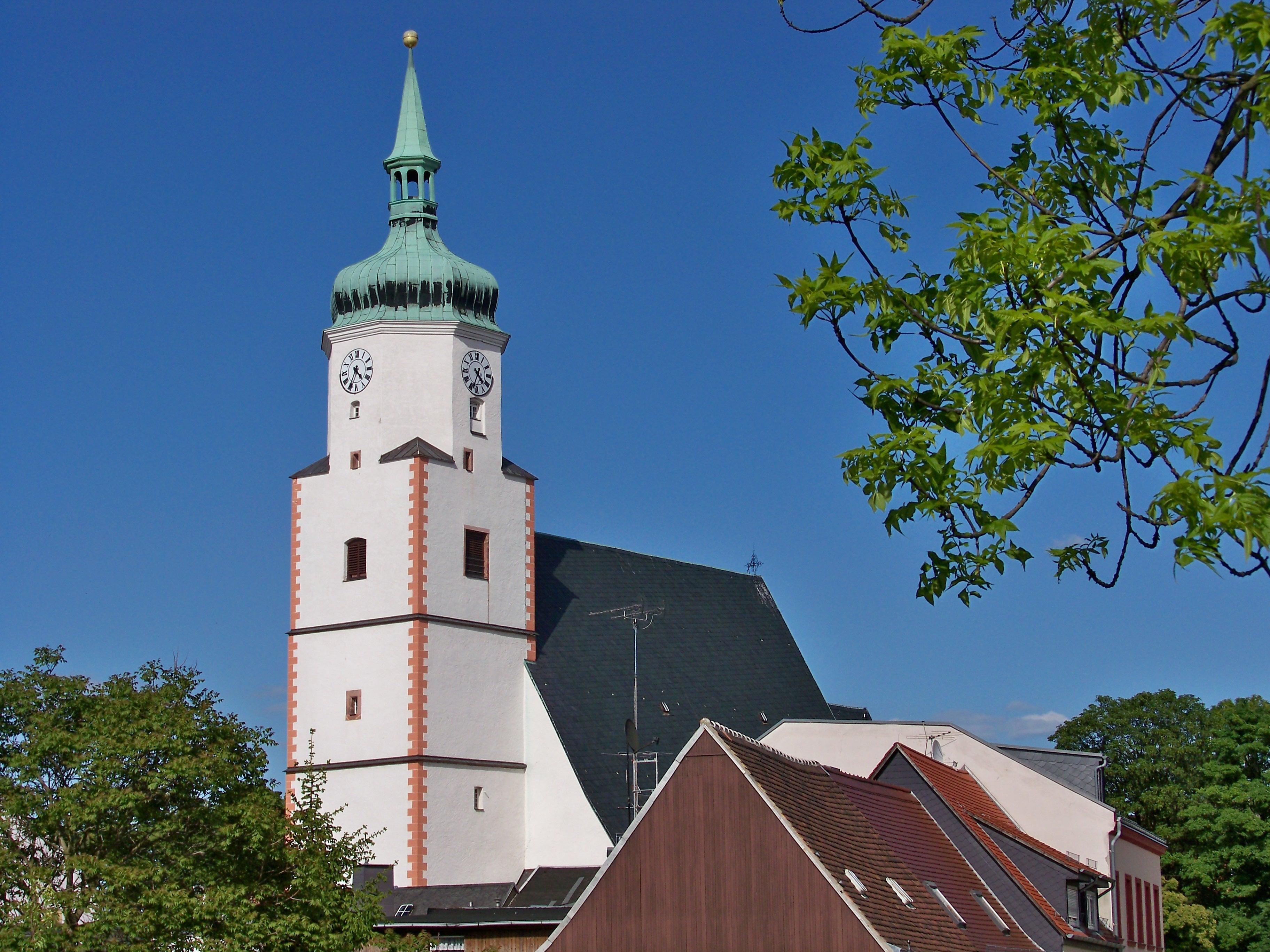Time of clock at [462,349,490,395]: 4:34
